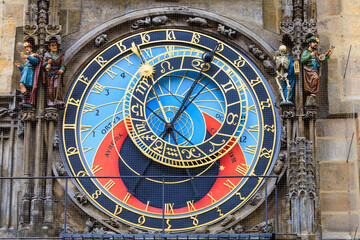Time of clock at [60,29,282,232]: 7:04
